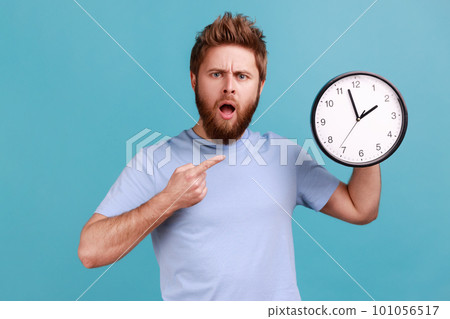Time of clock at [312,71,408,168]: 1:57
